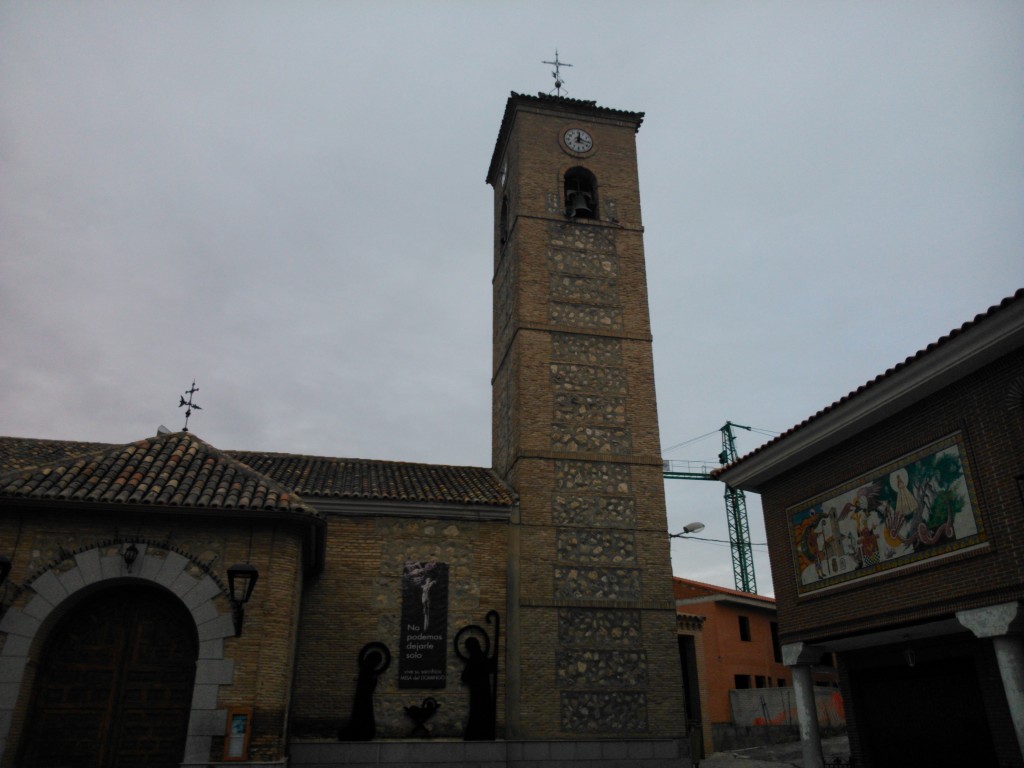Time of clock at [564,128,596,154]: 12:16
